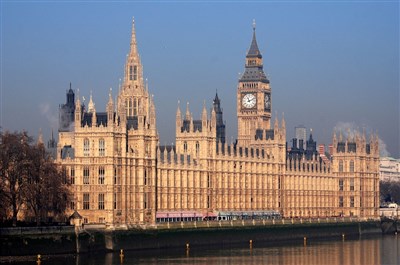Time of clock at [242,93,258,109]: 11:11
